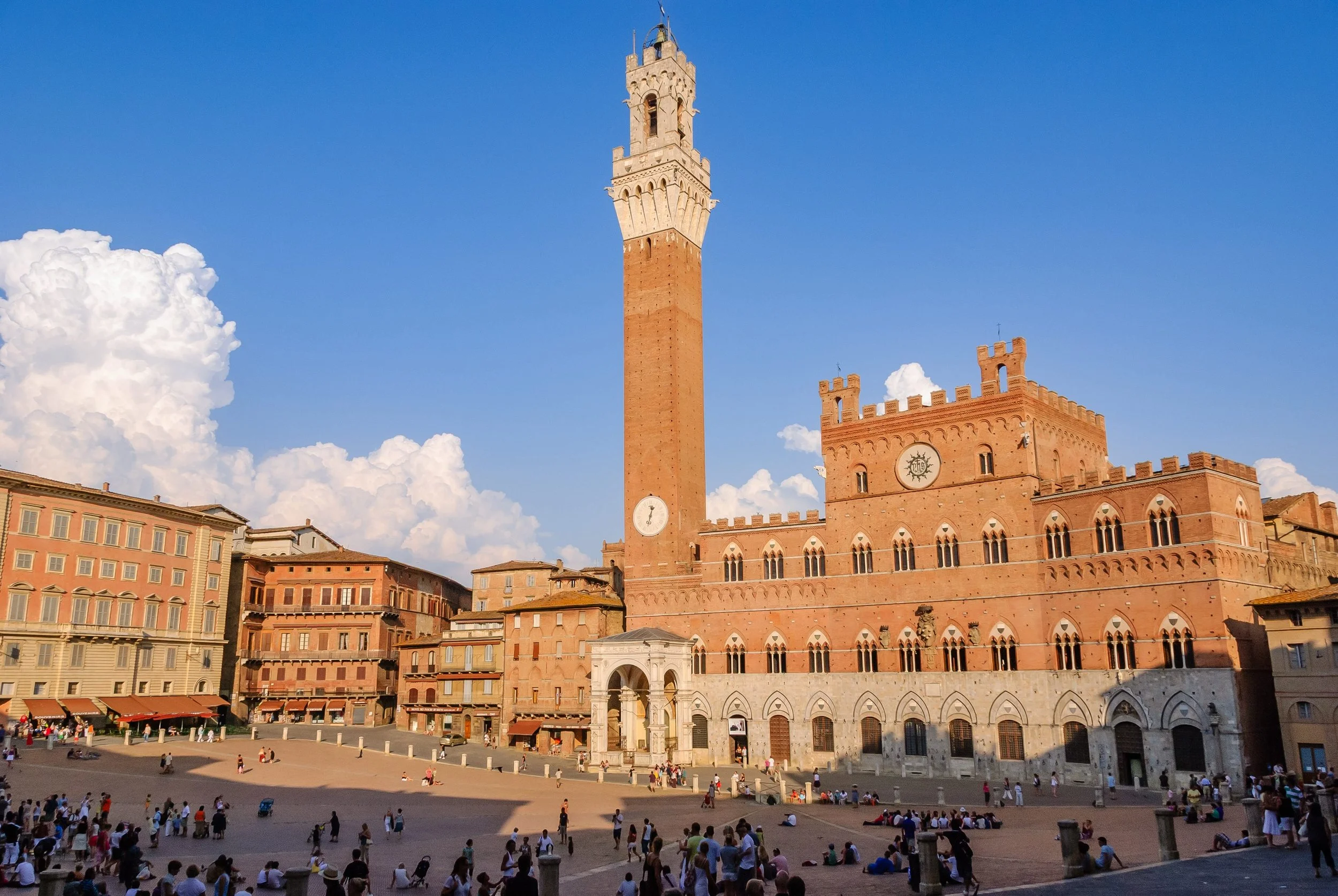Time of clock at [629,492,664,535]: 12:32
